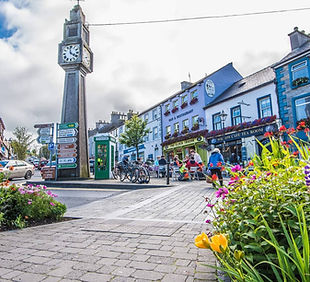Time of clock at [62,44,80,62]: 3:58
